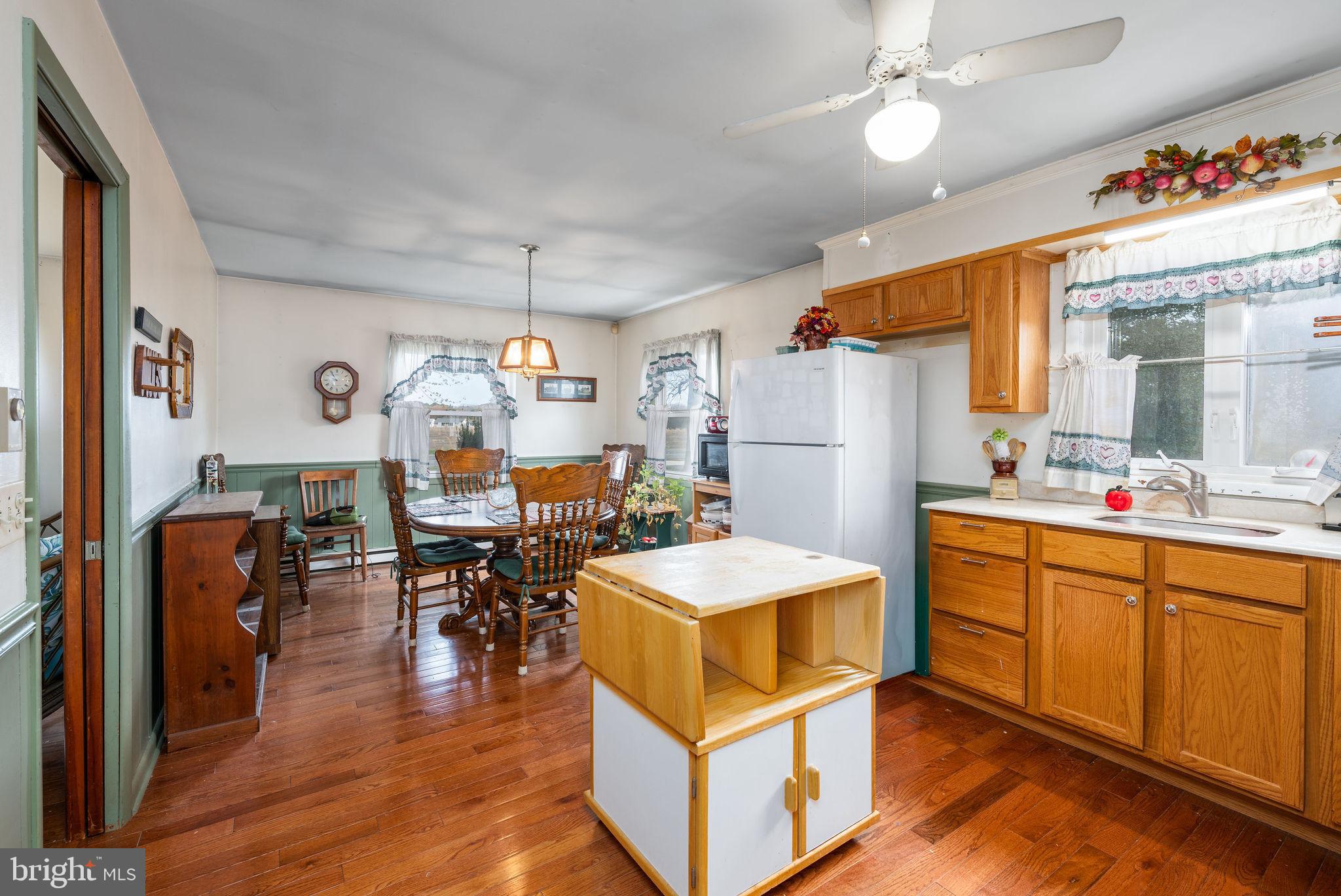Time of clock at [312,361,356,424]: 10:55
